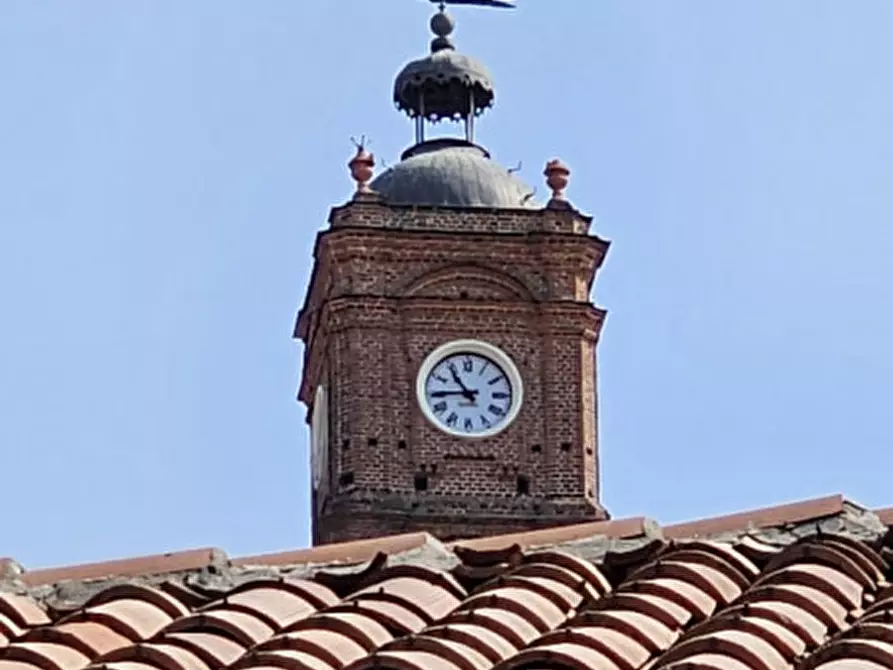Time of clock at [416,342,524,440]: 10:44
